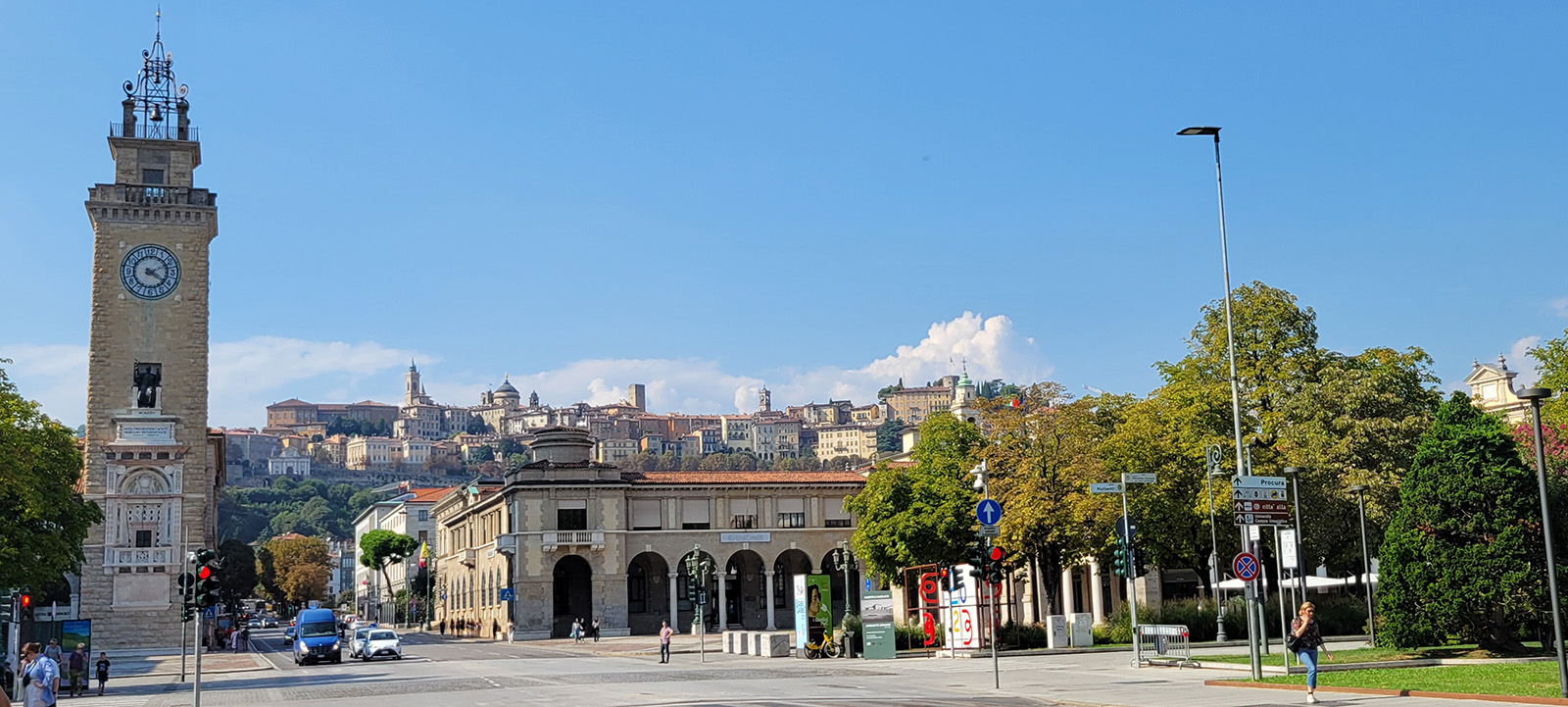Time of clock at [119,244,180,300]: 4:11
